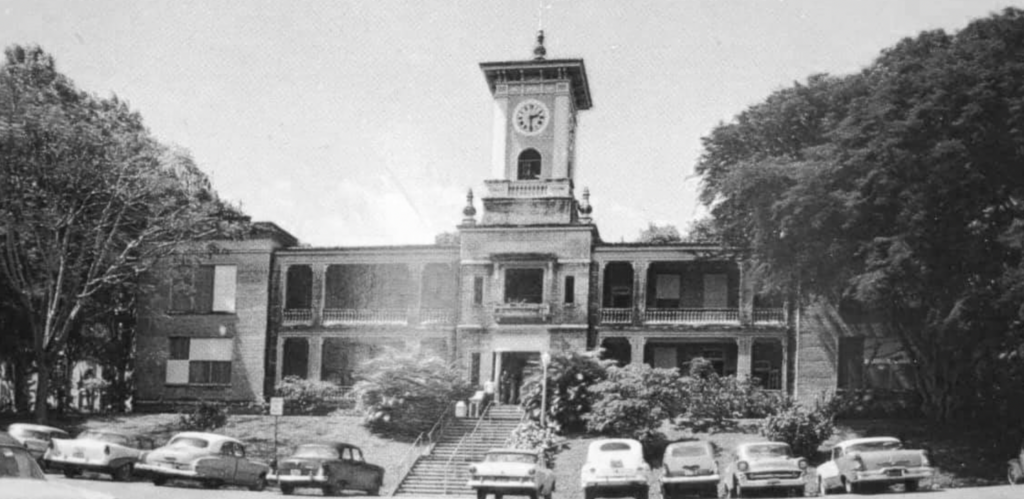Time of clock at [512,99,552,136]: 2:29
